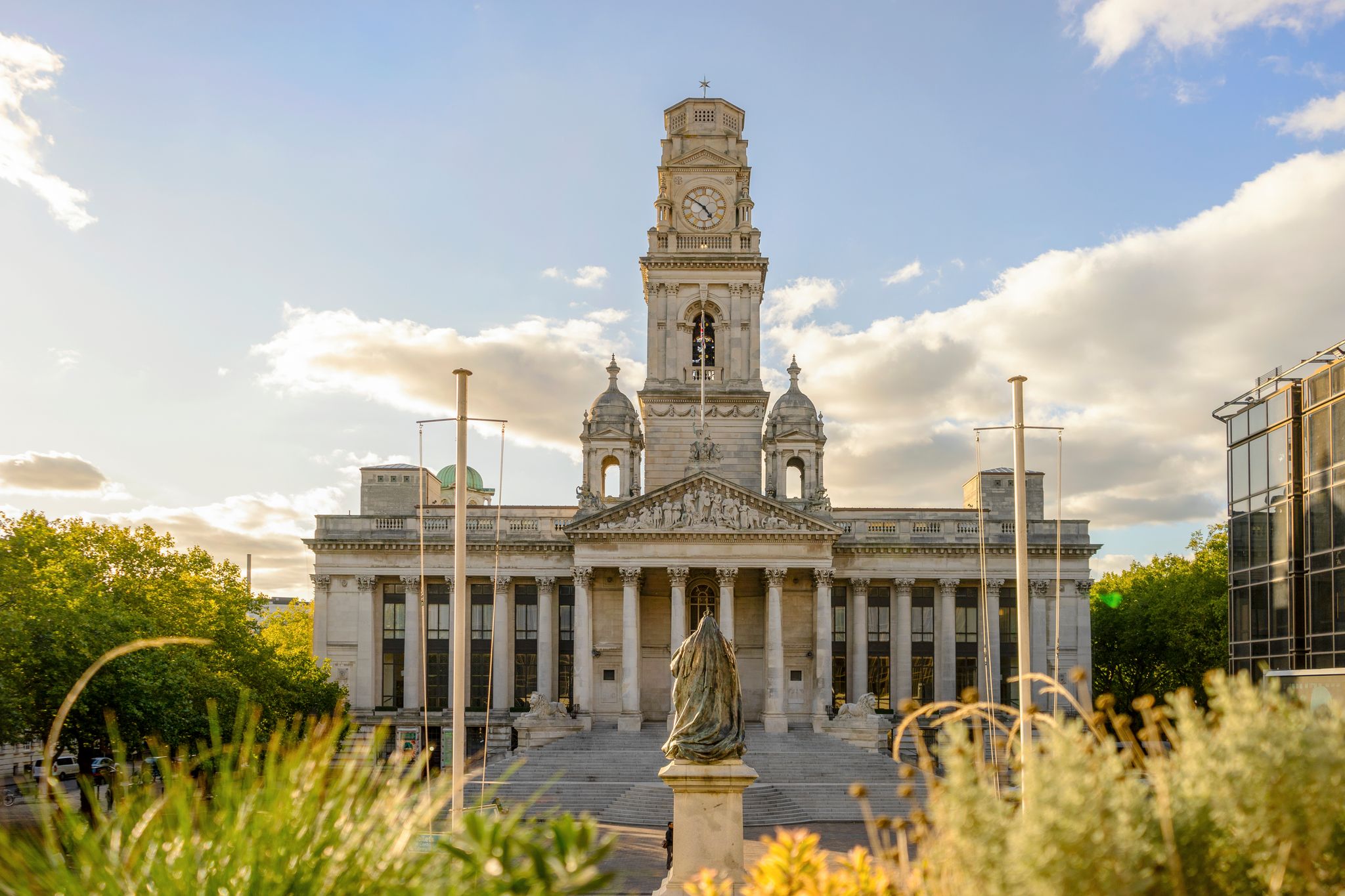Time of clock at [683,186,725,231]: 4:50
